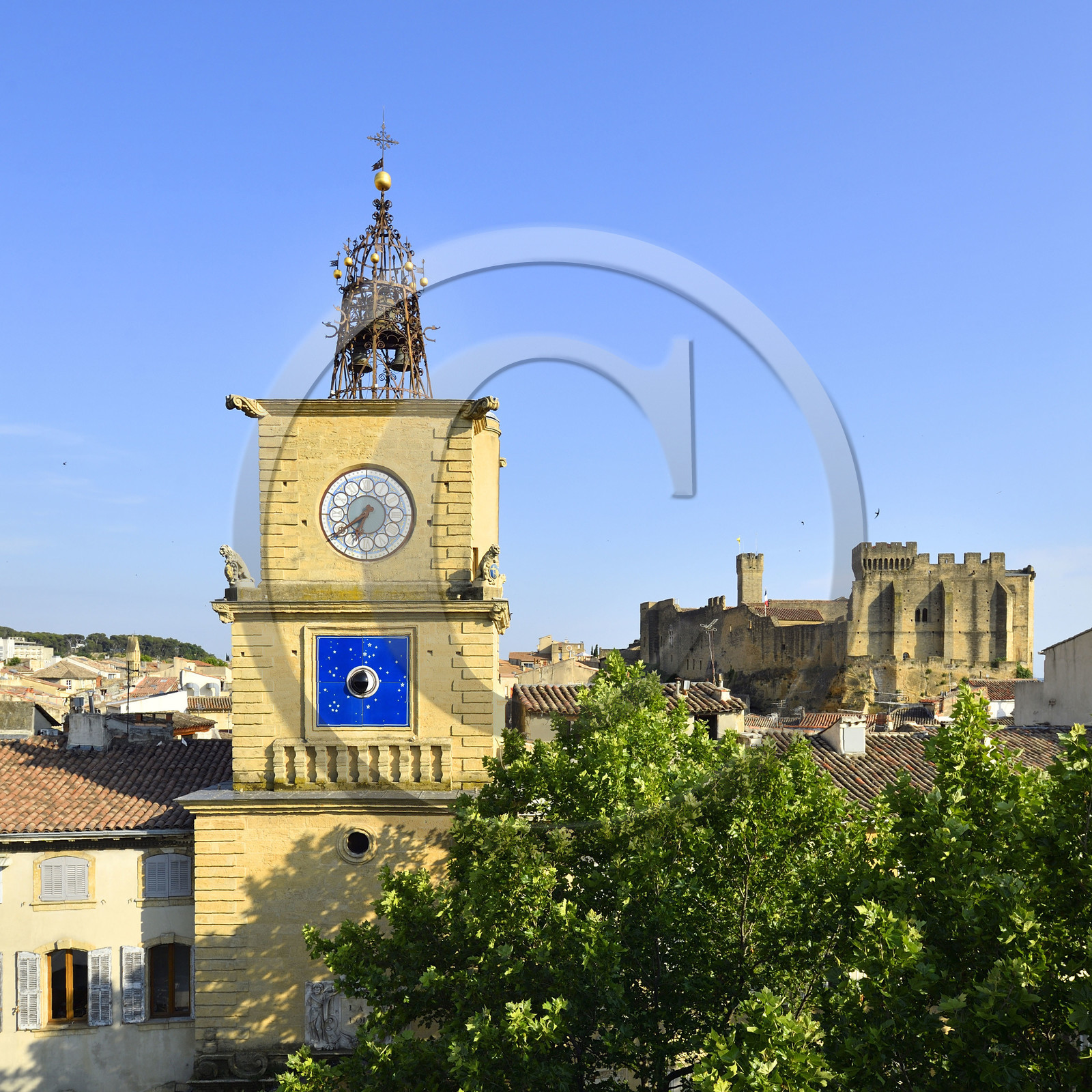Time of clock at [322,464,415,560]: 6:39
